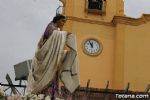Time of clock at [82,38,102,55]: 11:55
